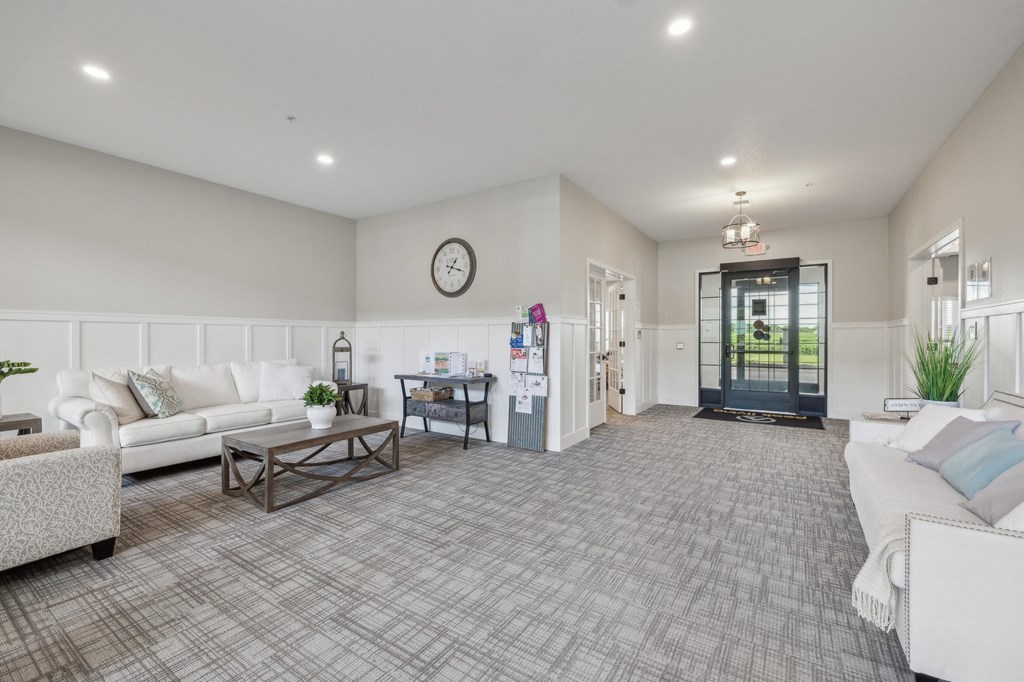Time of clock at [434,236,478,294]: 1:18
